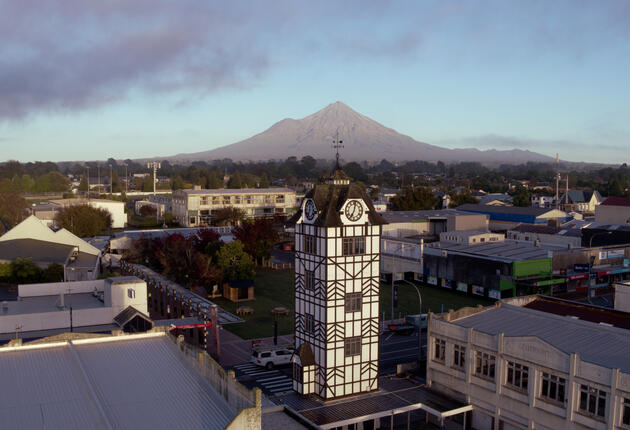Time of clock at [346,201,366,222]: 7:02
